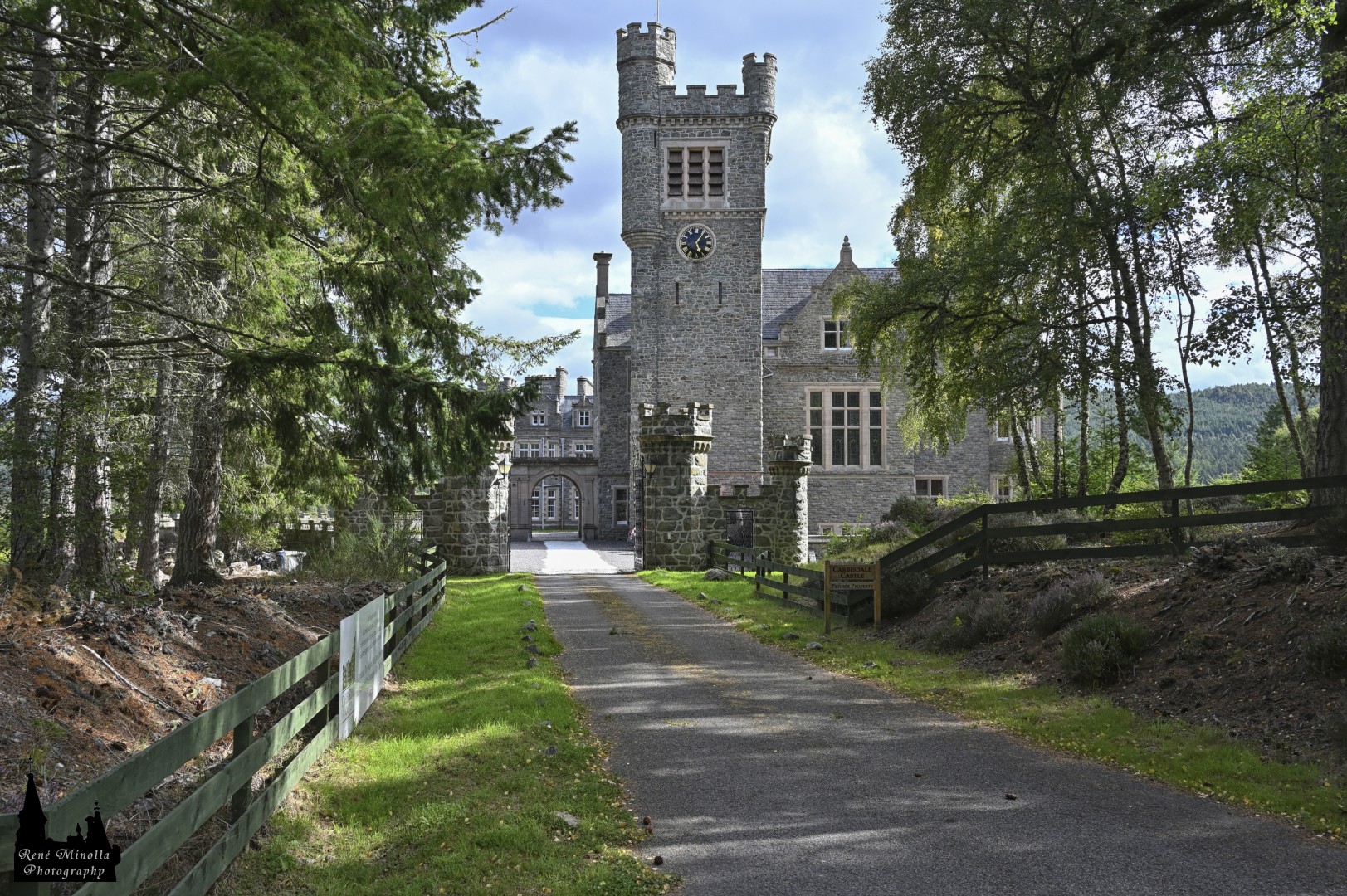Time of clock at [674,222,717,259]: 5:06
